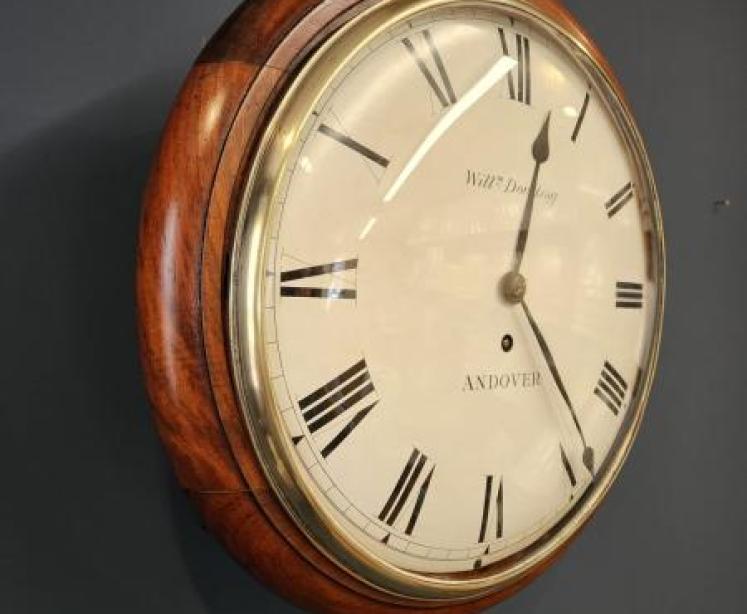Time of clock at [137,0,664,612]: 12:23
